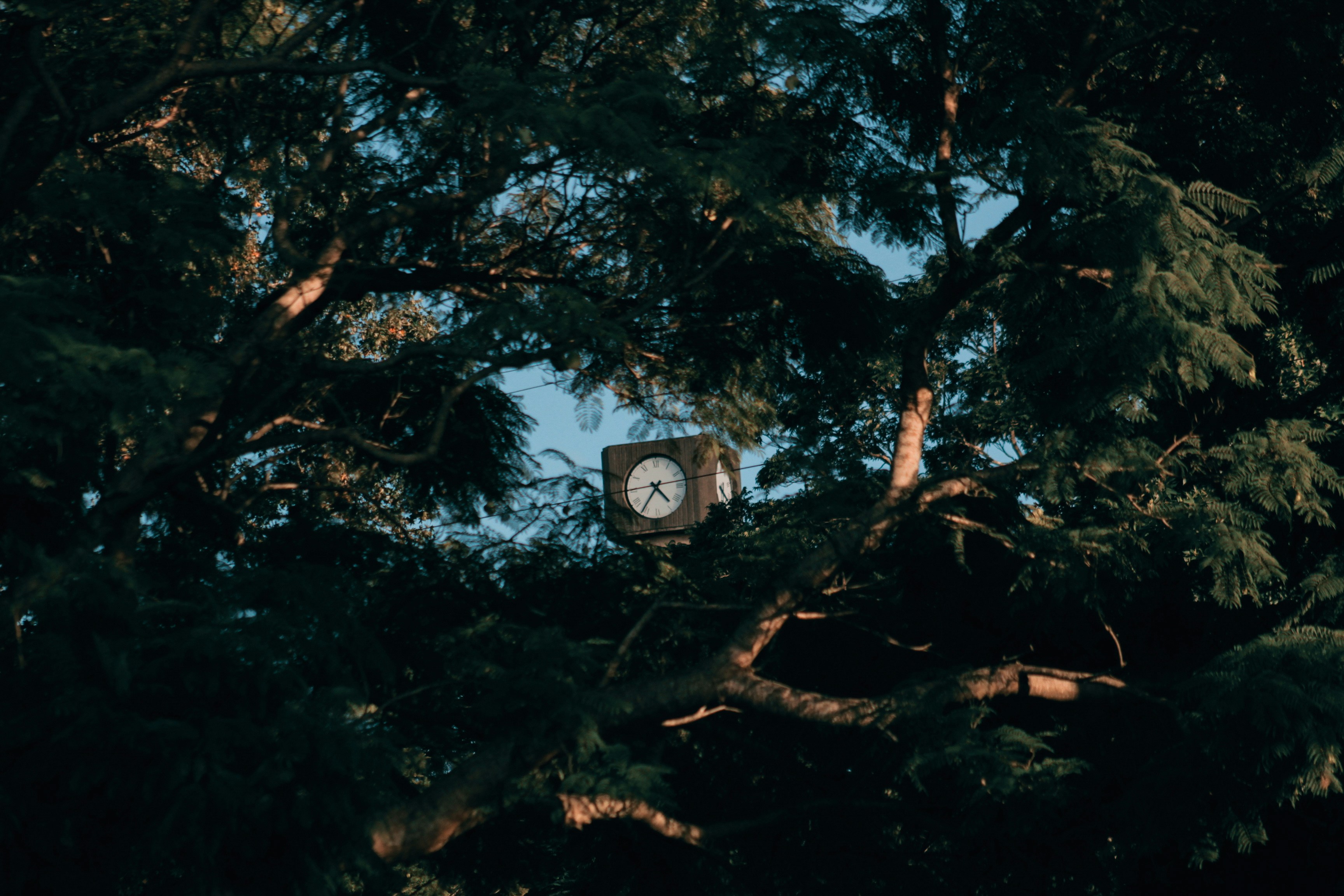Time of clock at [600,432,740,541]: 4:35
